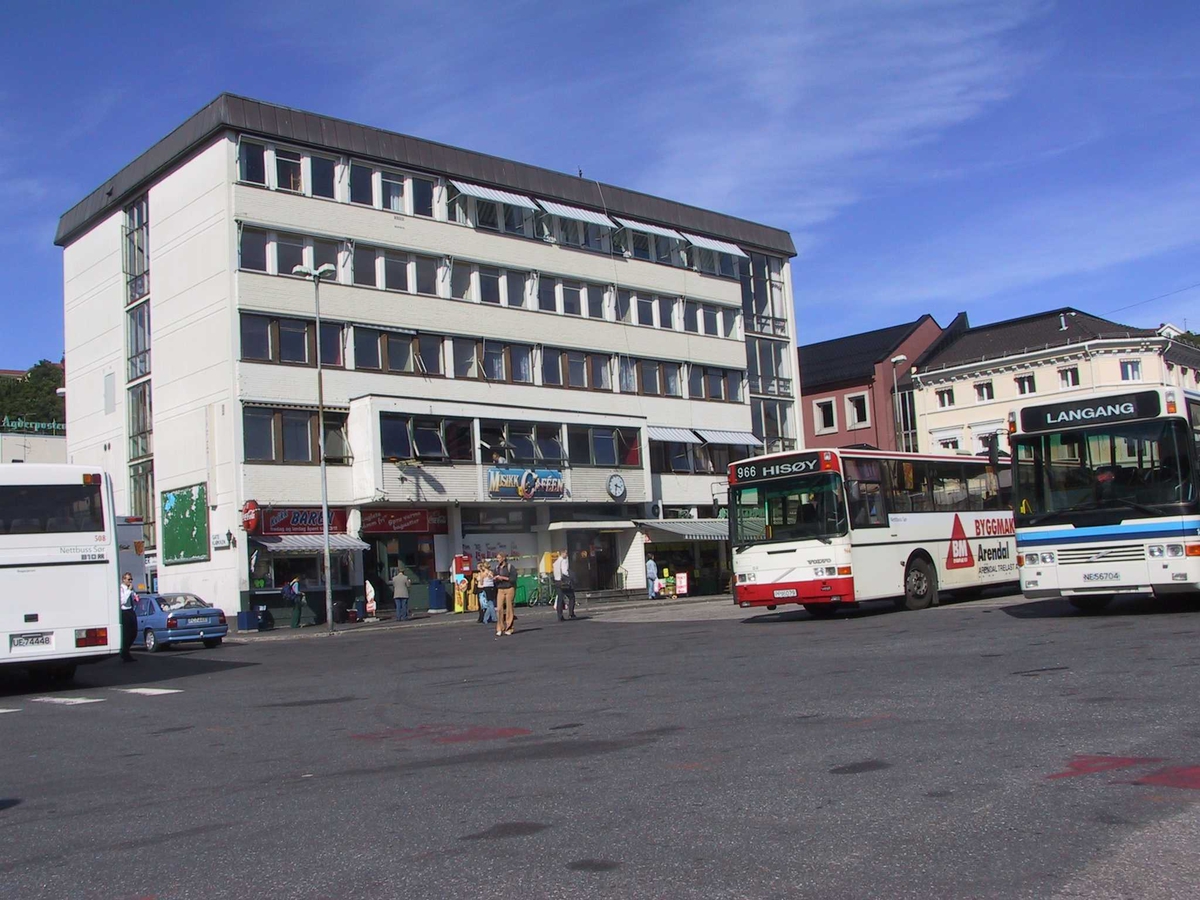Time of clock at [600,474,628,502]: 3:31
